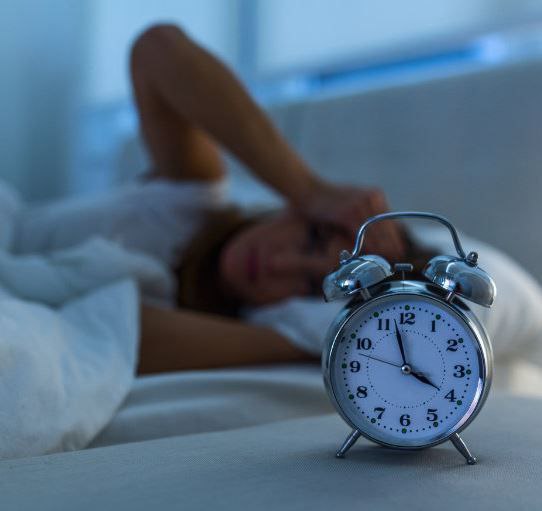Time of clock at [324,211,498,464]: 3:57
